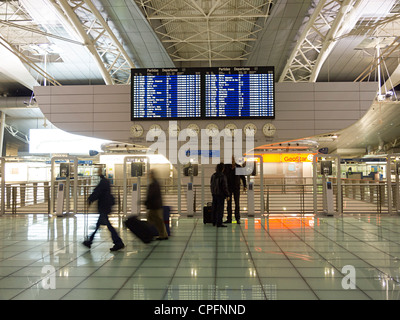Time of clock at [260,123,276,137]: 12:14
